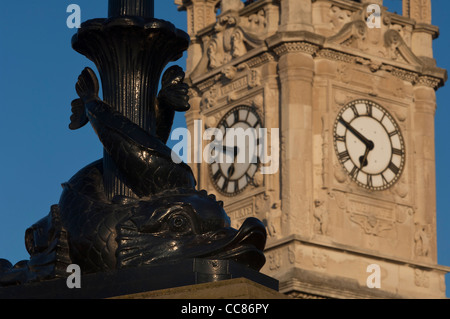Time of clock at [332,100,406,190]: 6:49
